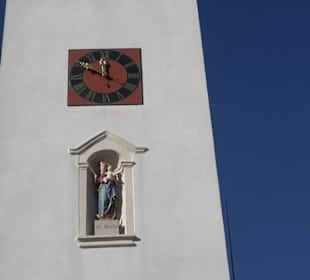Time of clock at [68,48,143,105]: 11:49
